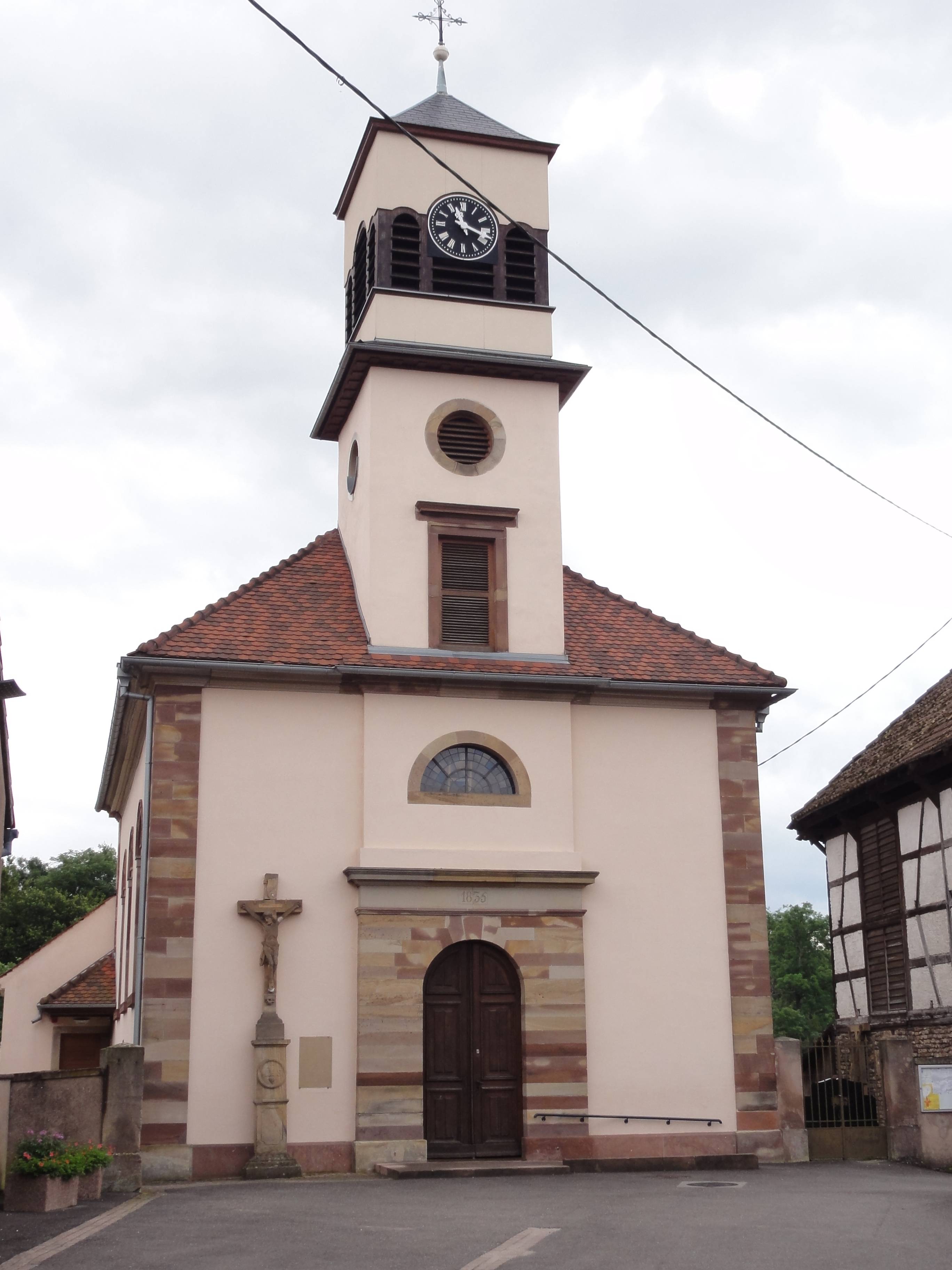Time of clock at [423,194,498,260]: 11:18
